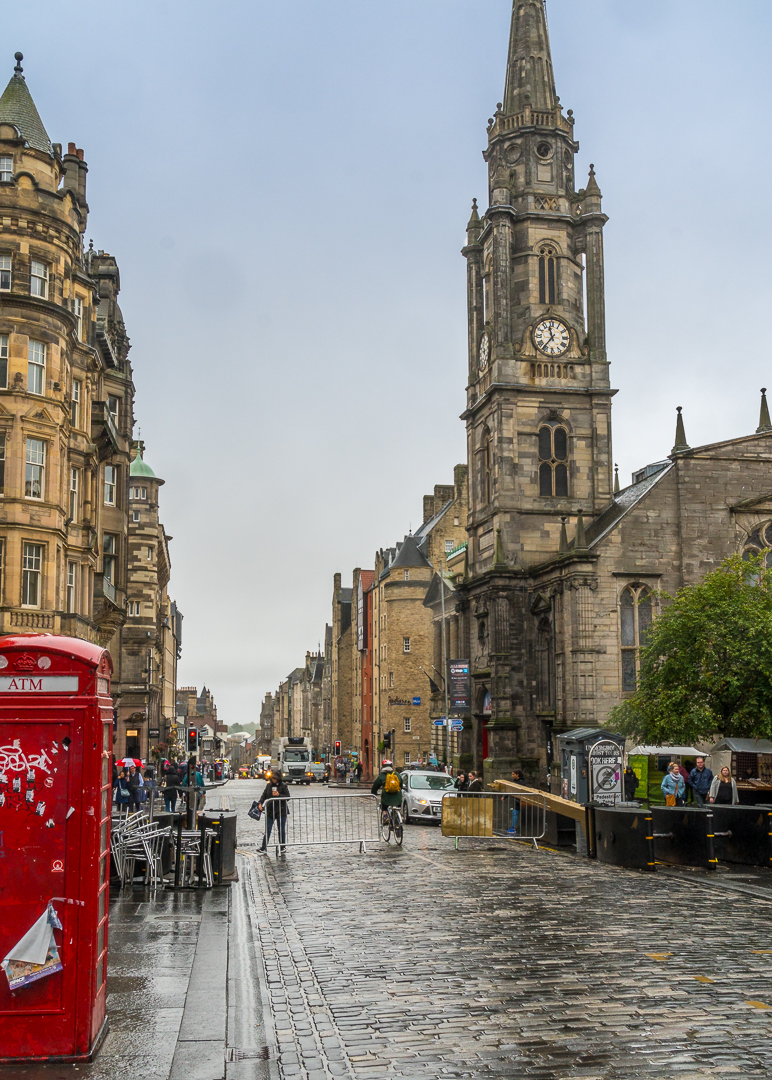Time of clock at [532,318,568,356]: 11:36
